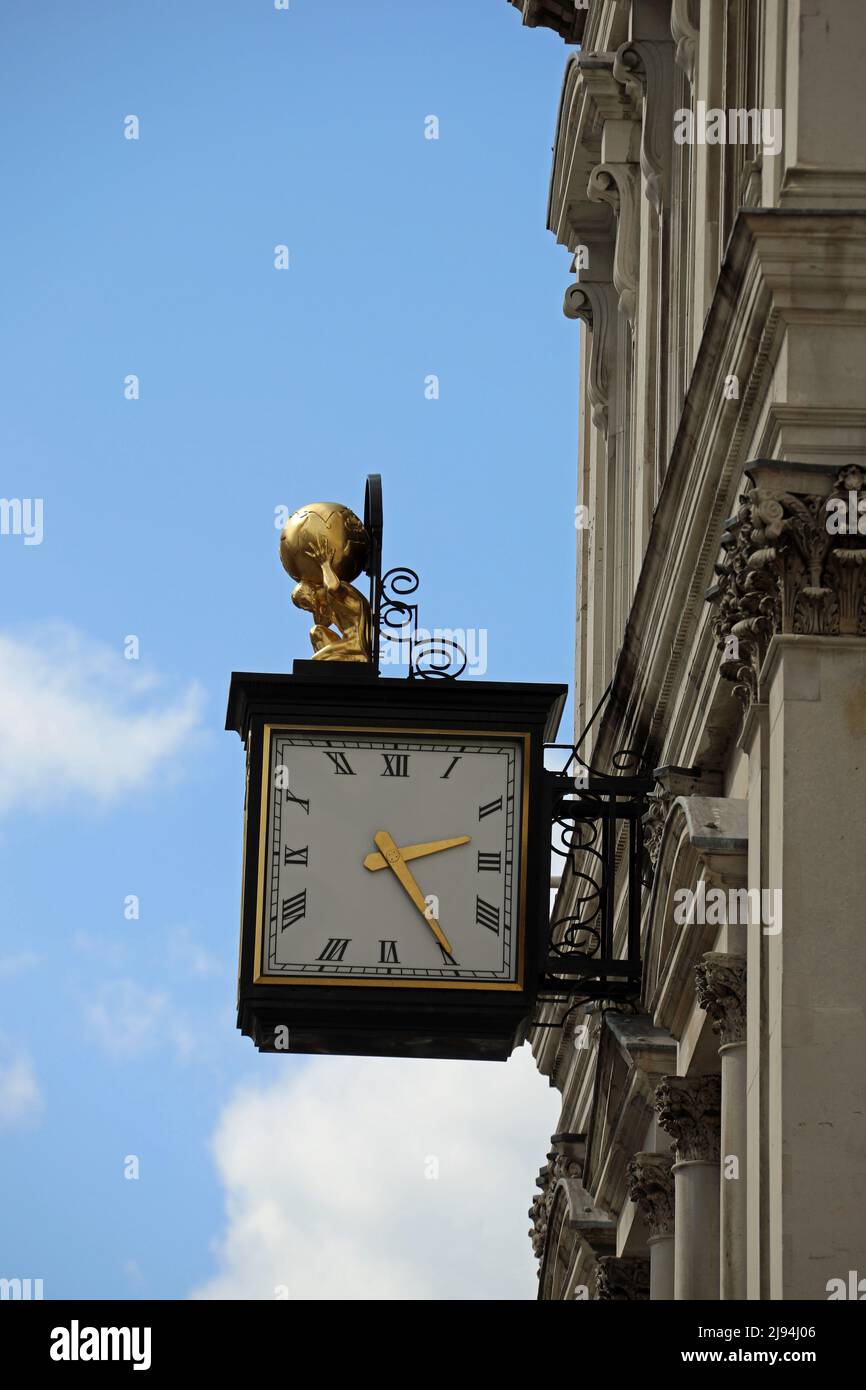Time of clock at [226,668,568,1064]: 2:24
